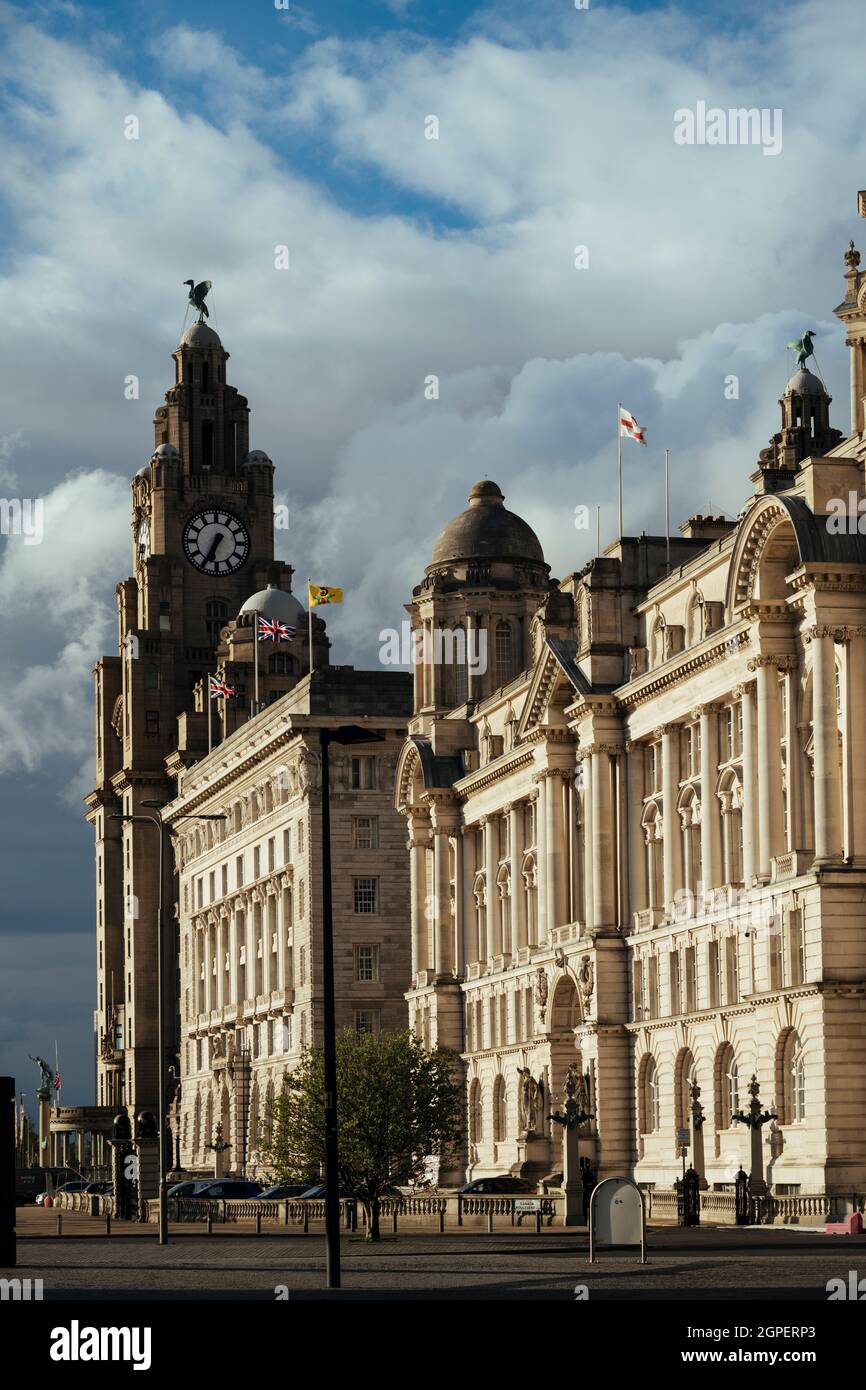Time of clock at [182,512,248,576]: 6:35
